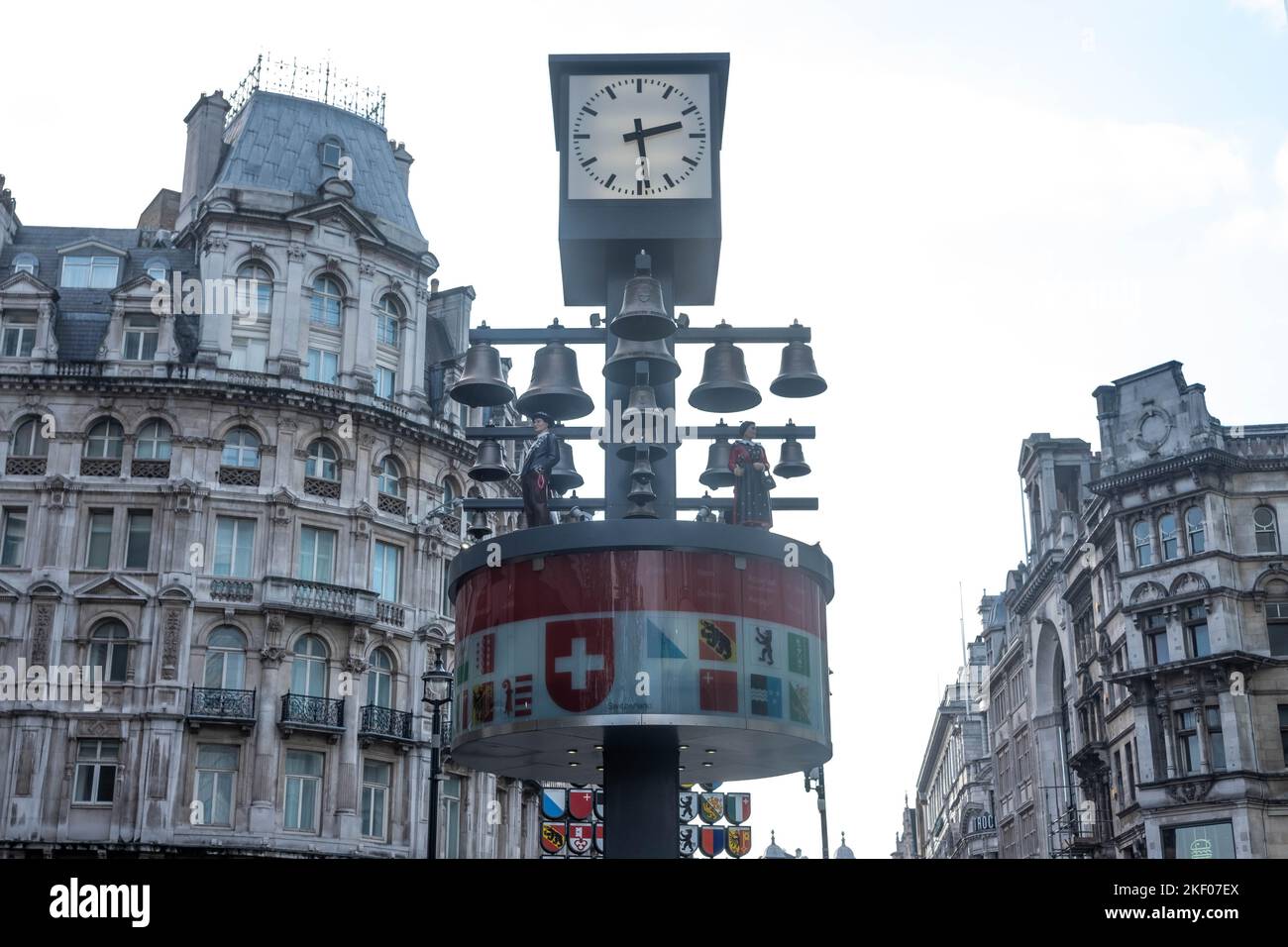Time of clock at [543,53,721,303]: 2:28
